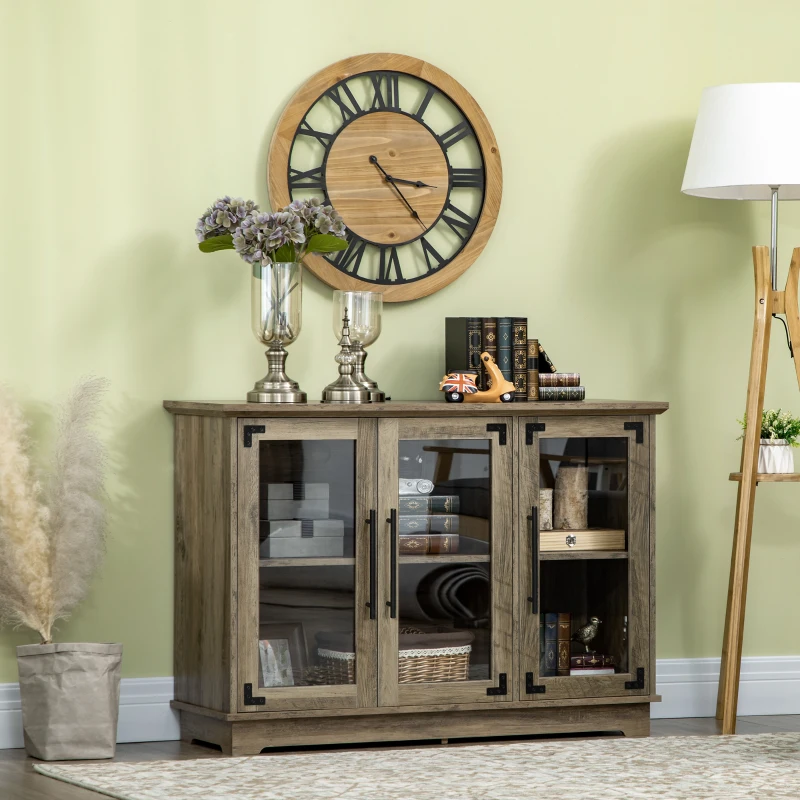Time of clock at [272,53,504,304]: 3:23
